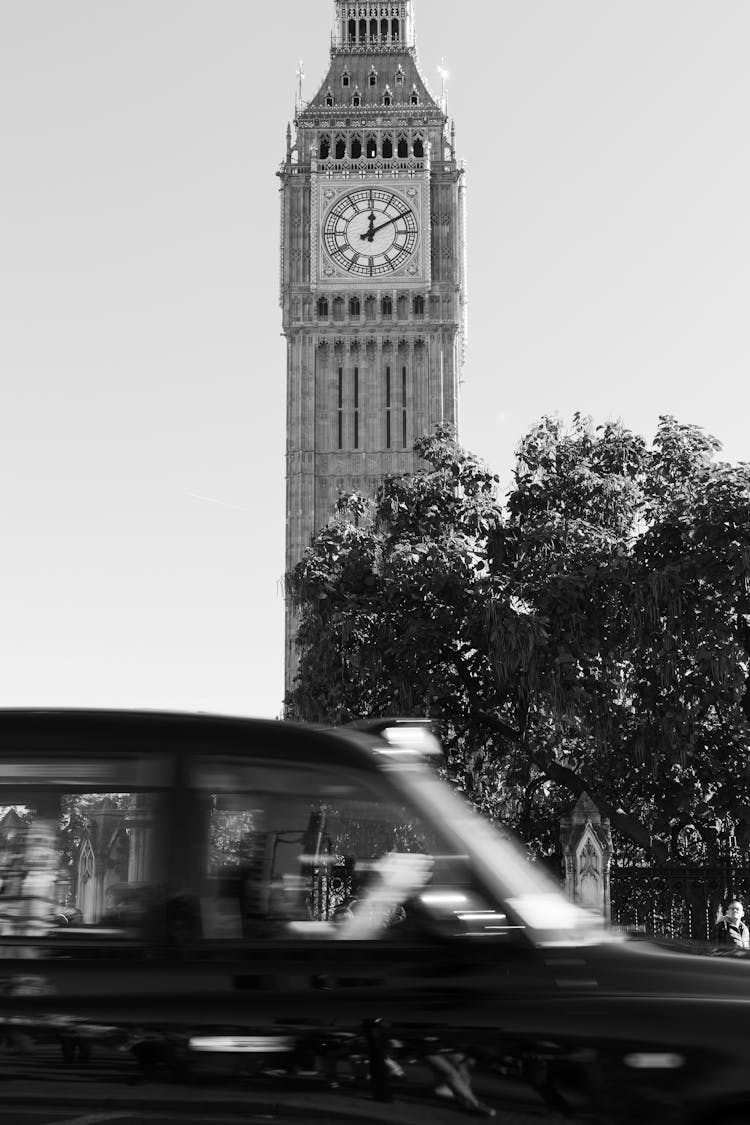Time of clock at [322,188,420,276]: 12:09
